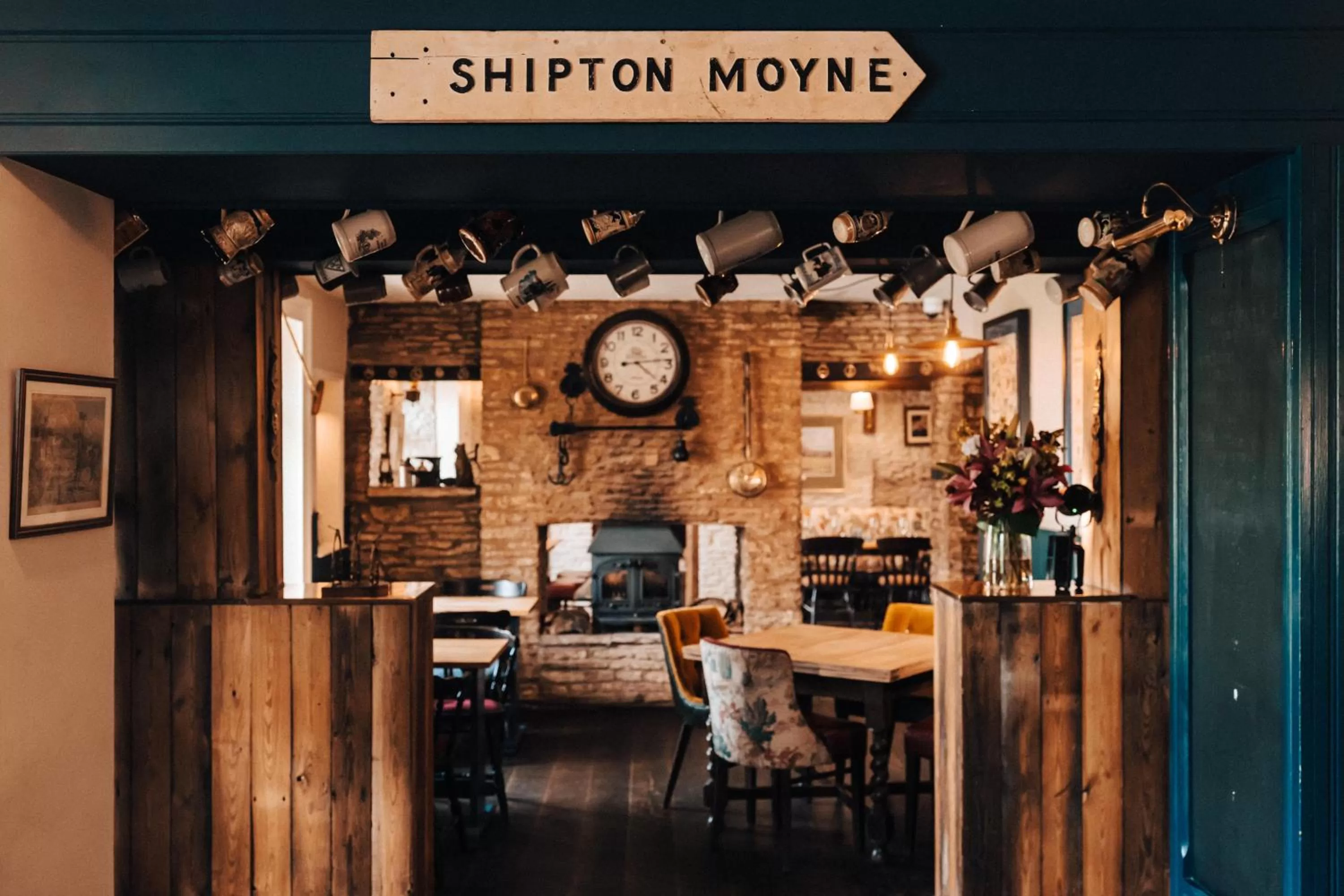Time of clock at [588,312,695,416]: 4:13
